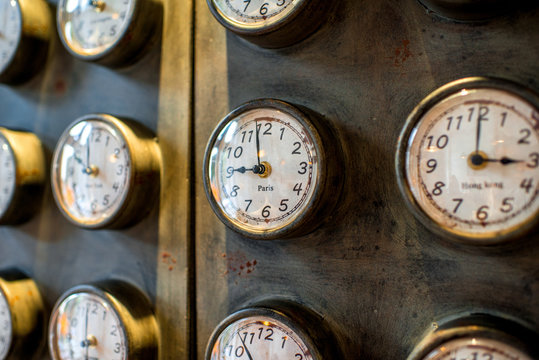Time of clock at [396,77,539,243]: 3:00
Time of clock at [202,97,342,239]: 8:58
